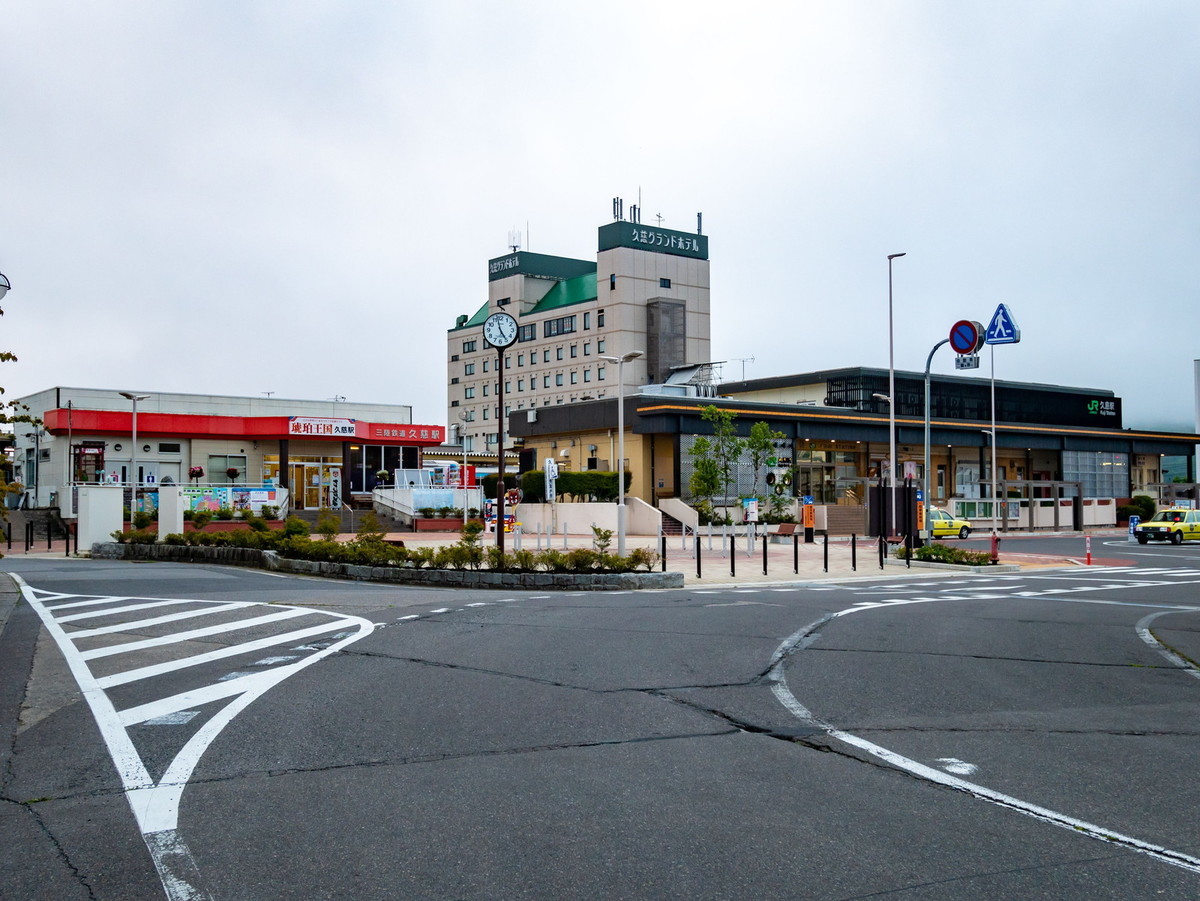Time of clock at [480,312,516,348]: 4:57
